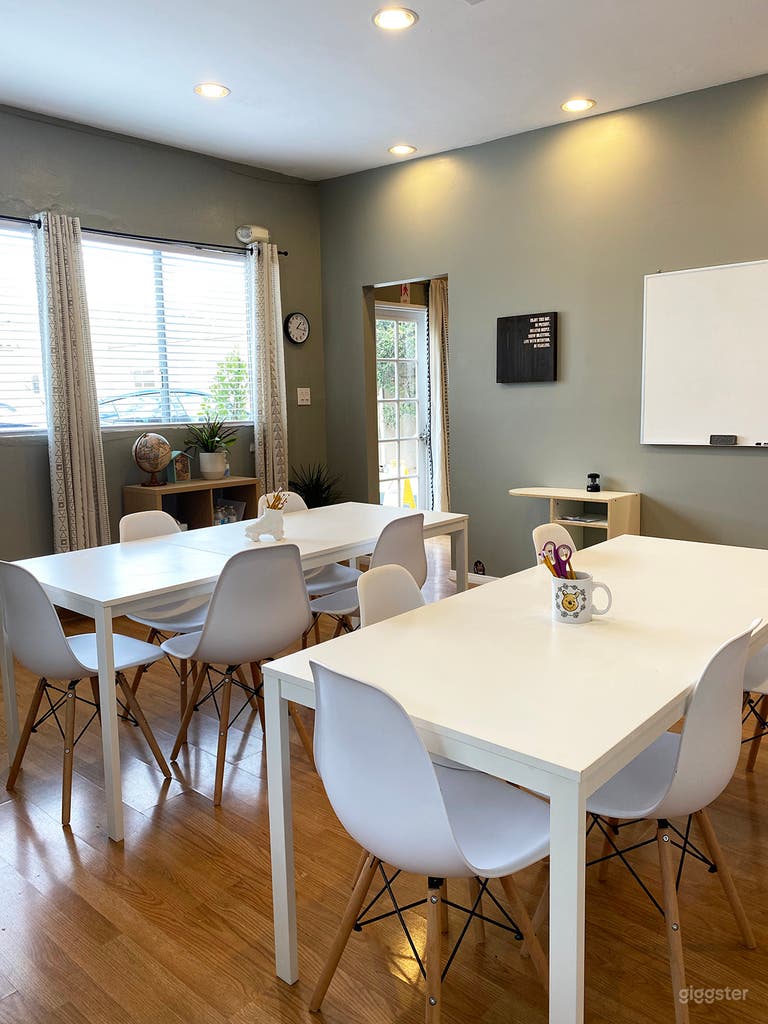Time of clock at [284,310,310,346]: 1:16
